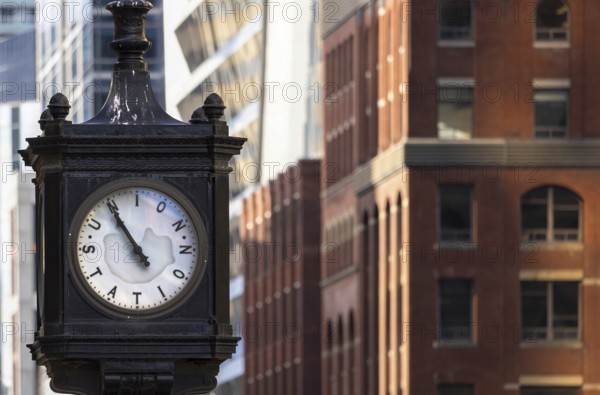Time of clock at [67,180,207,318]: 10:55
